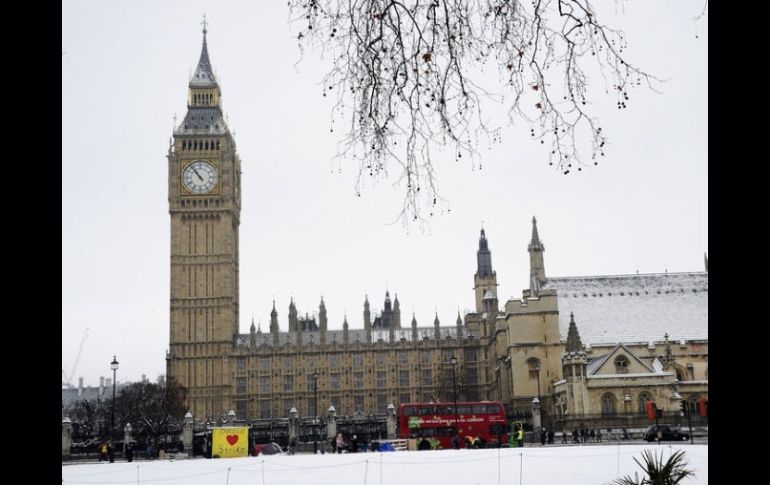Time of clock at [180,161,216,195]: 10:53
